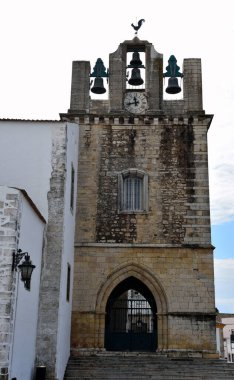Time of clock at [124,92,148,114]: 11:42
